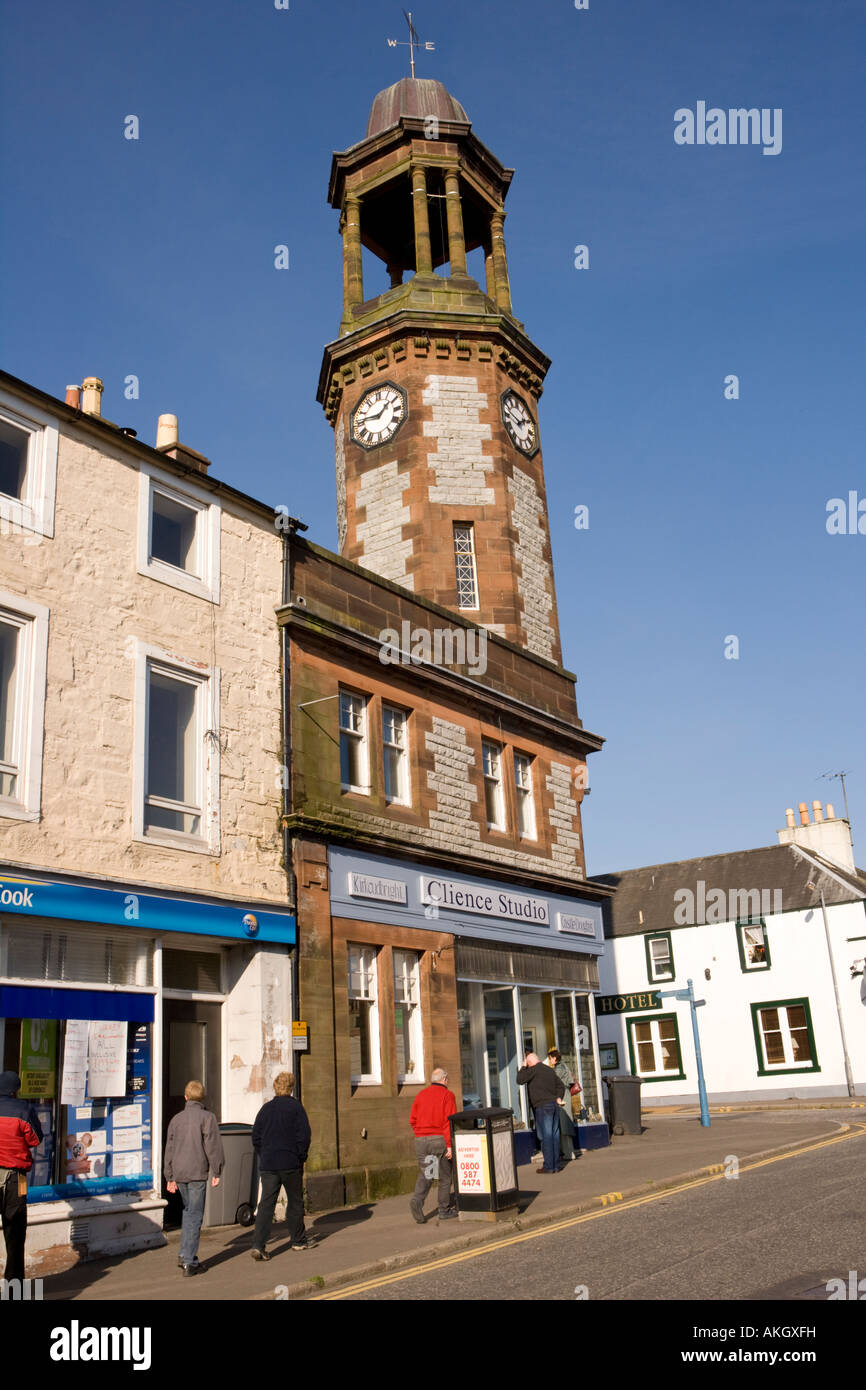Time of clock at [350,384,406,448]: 1:46
